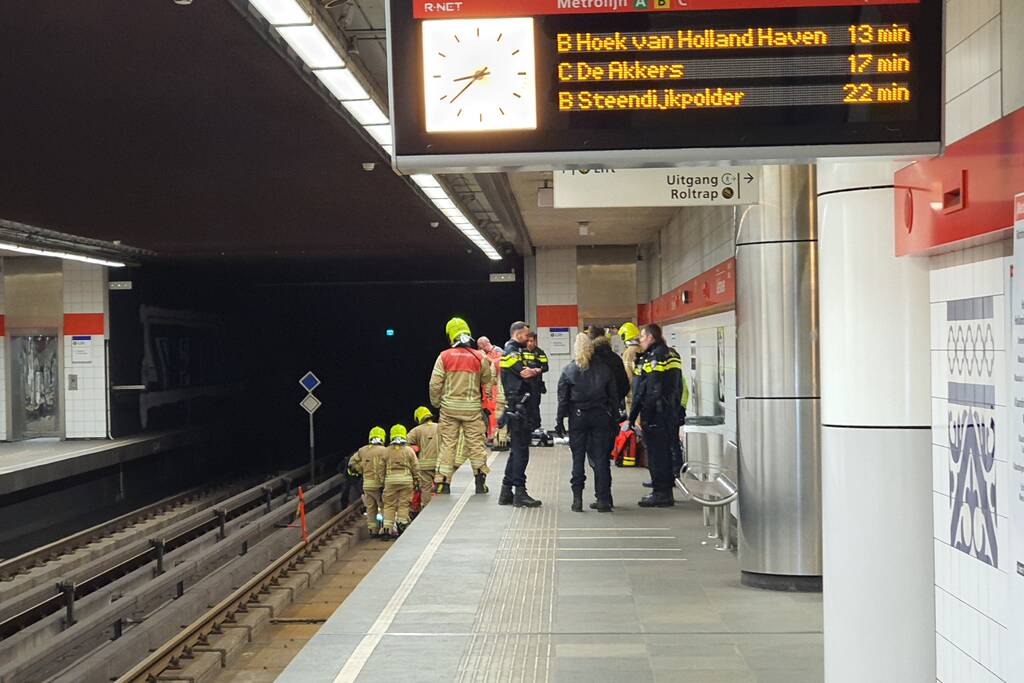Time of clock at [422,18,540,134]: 8:38
